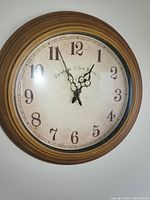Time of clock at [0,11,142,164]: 12:55
